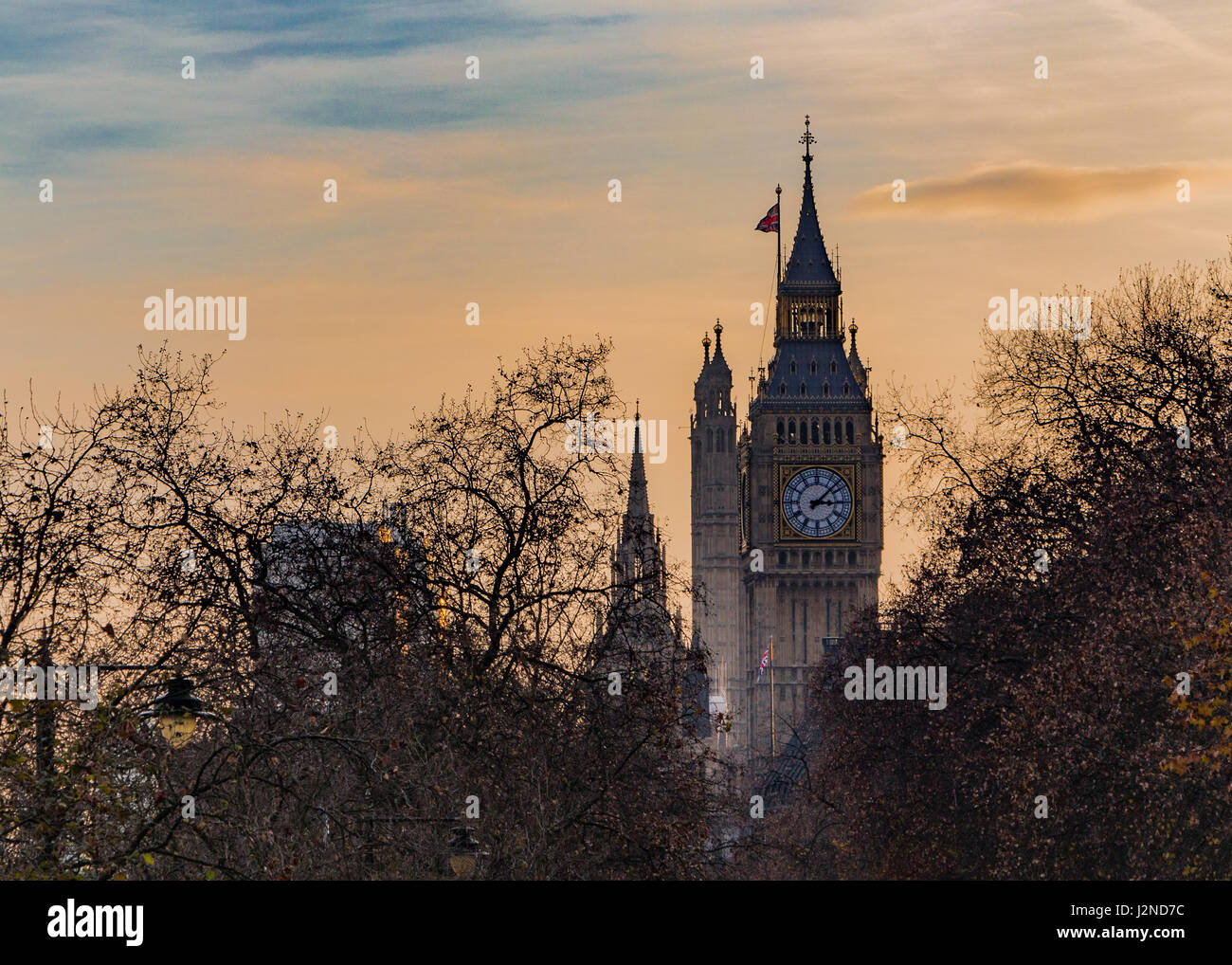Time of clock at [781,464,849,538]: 3:07
